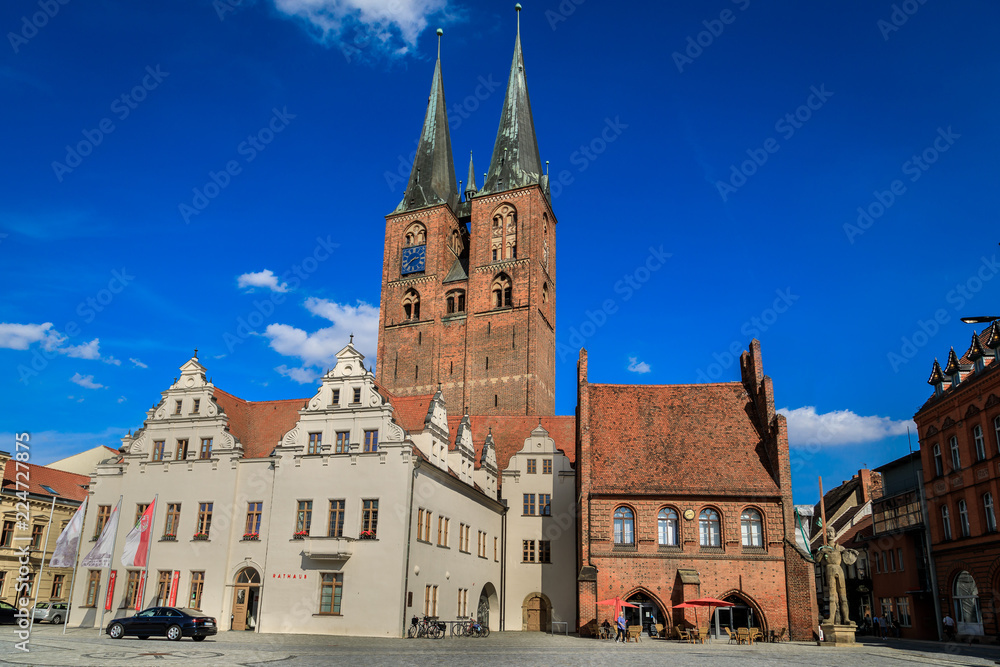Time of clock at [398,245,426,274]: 2:39
